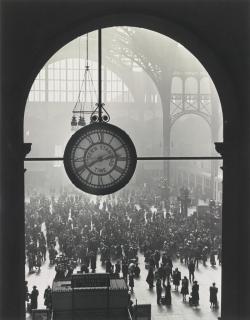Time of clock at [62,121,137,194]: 2:40
